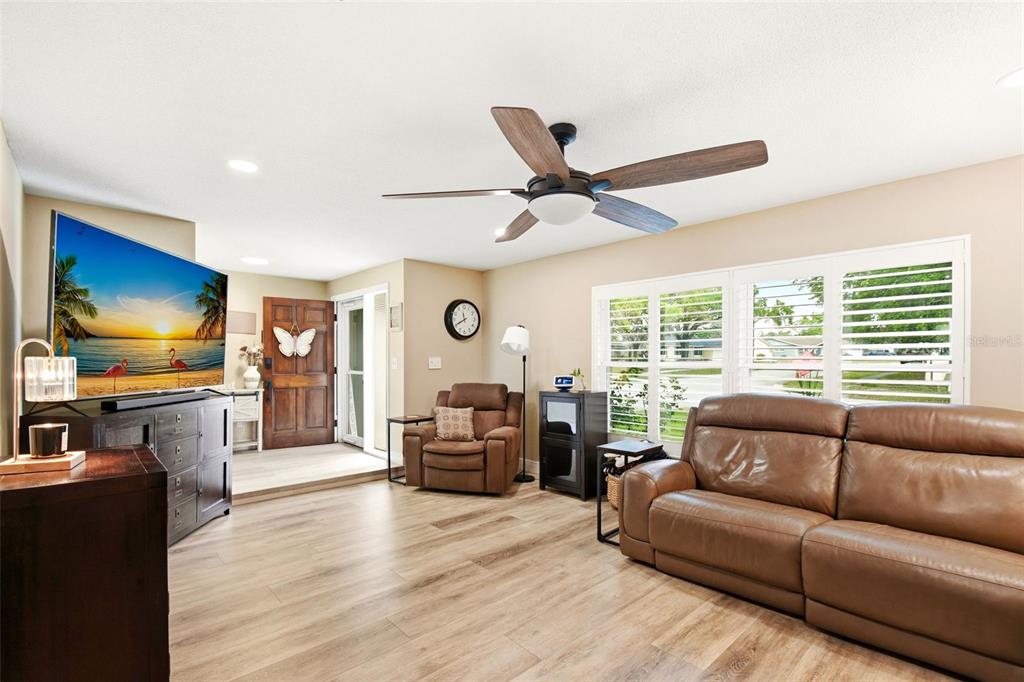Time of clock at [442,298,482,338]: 11:40
